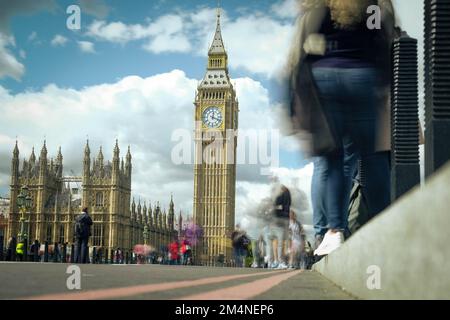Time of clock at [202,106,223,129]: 12:18
